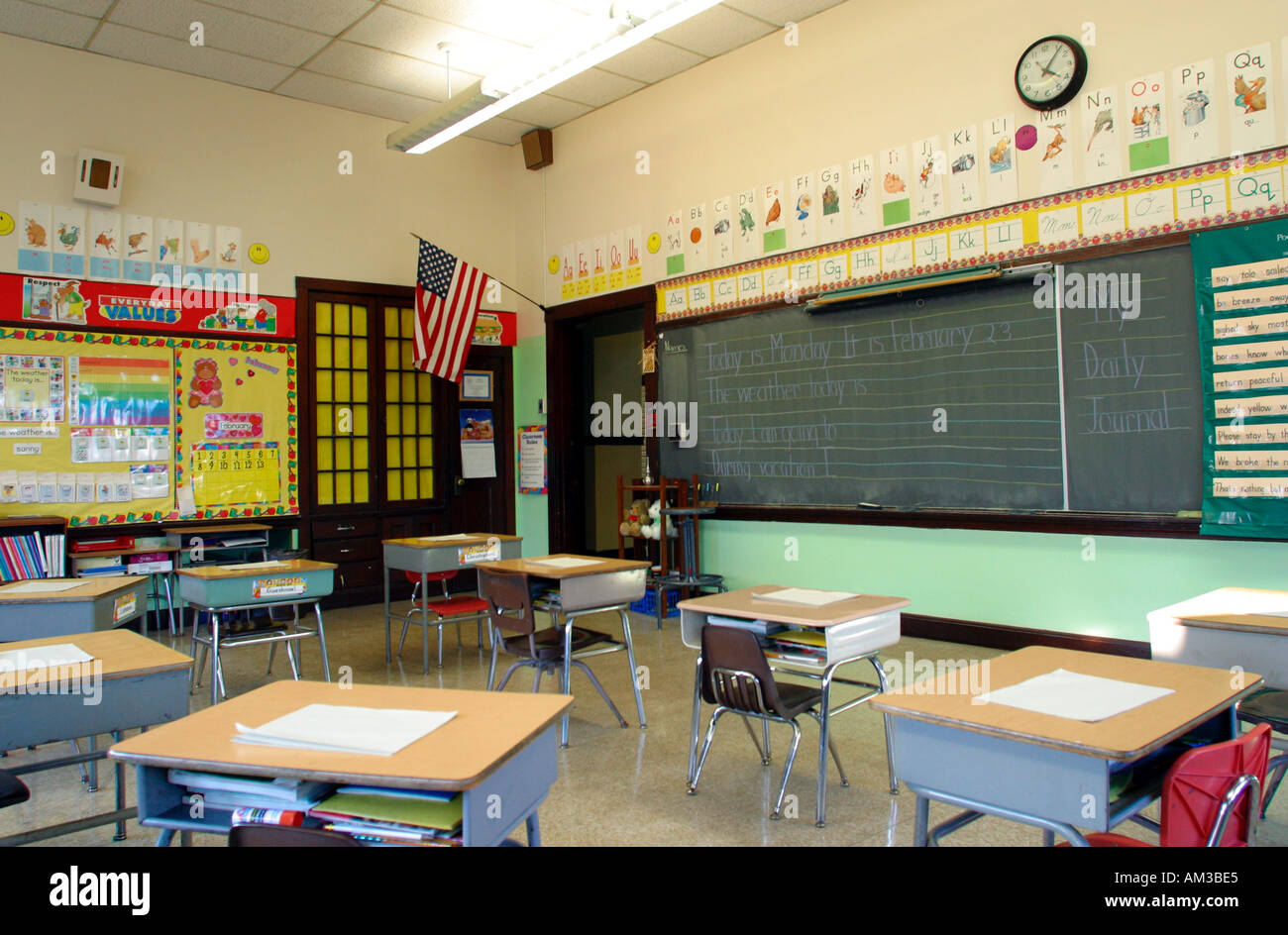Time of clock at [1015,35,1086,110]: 4:06
